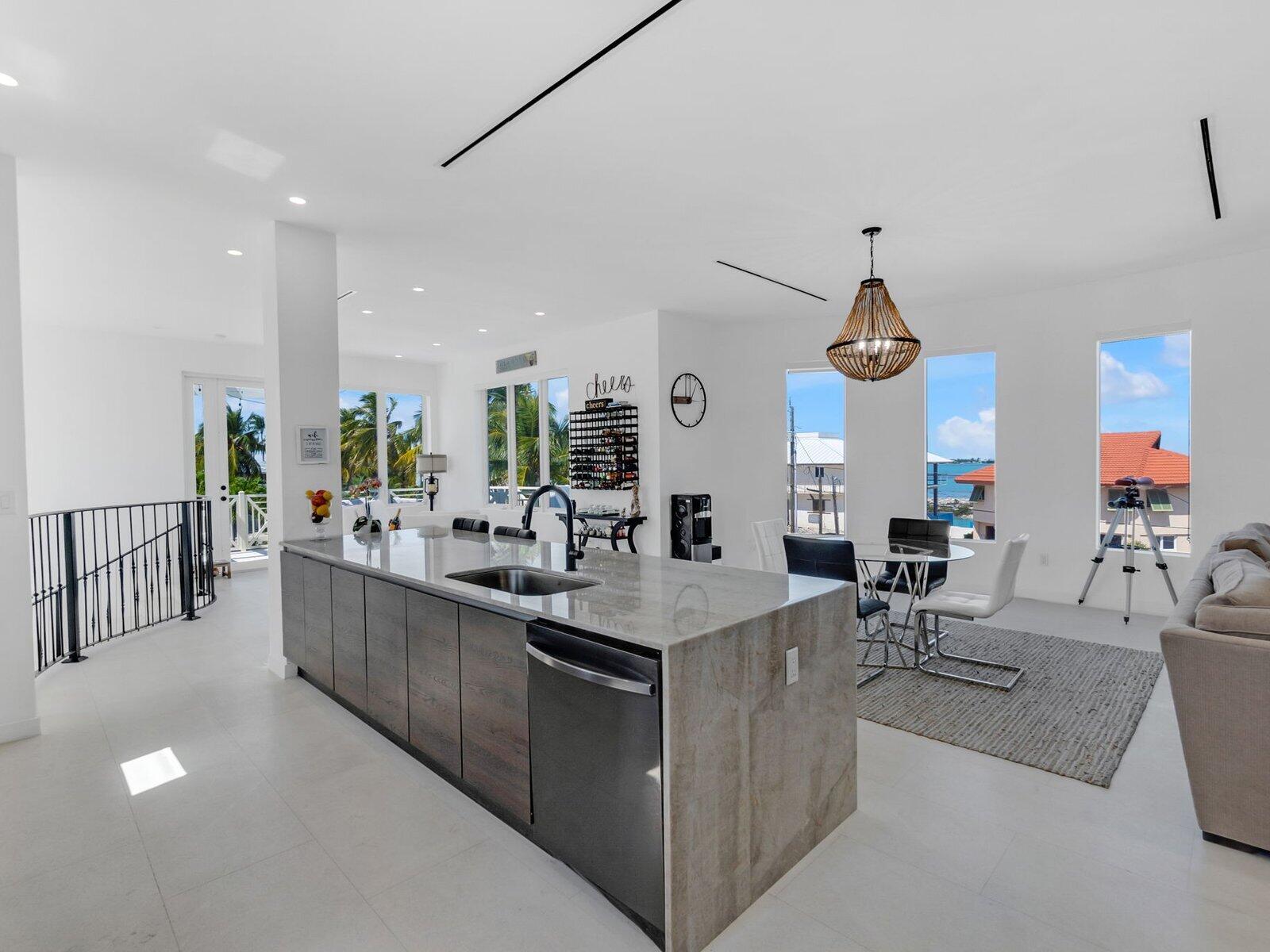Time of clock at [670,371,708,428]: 9:01
